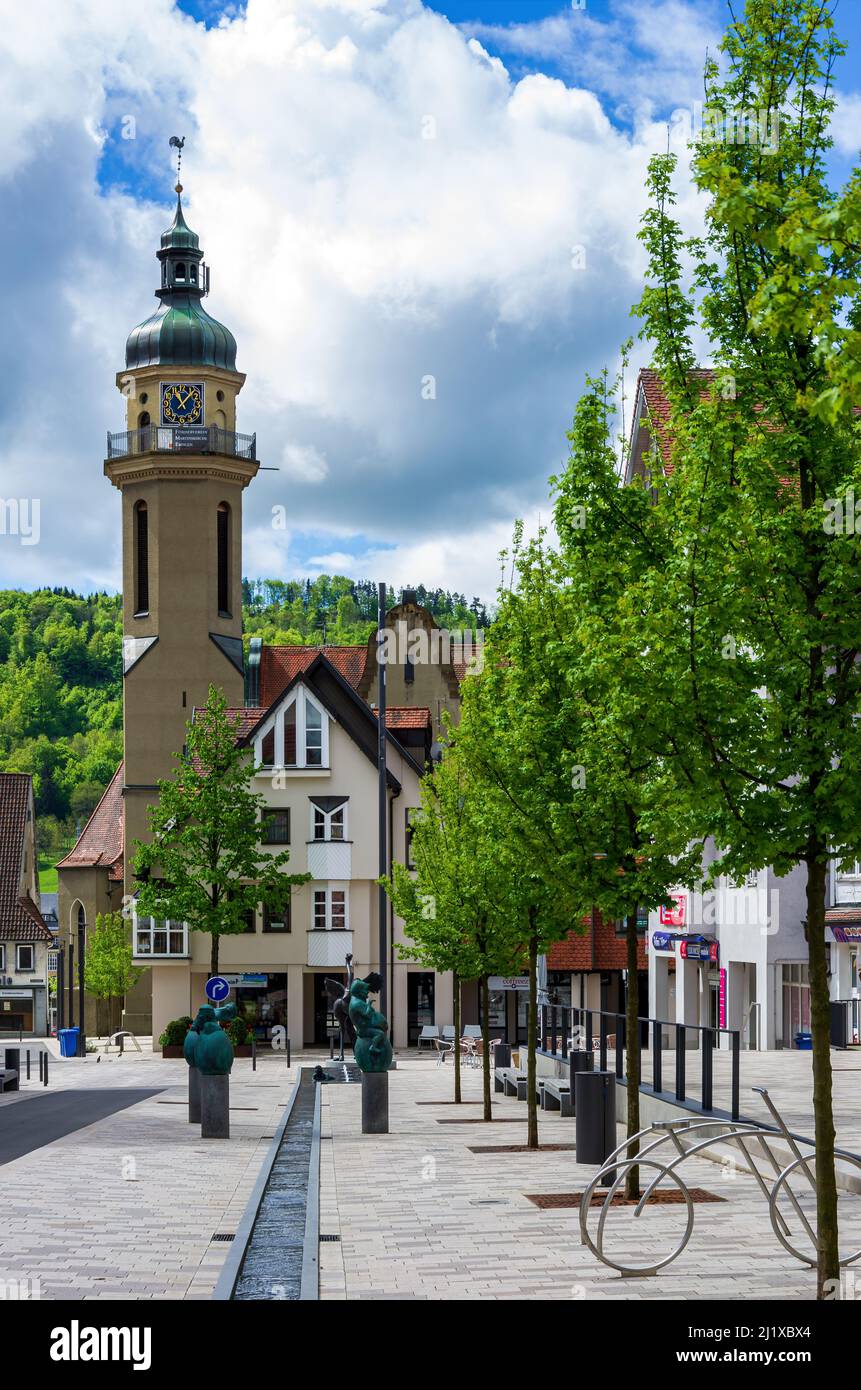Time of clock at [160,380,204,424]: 11:06
